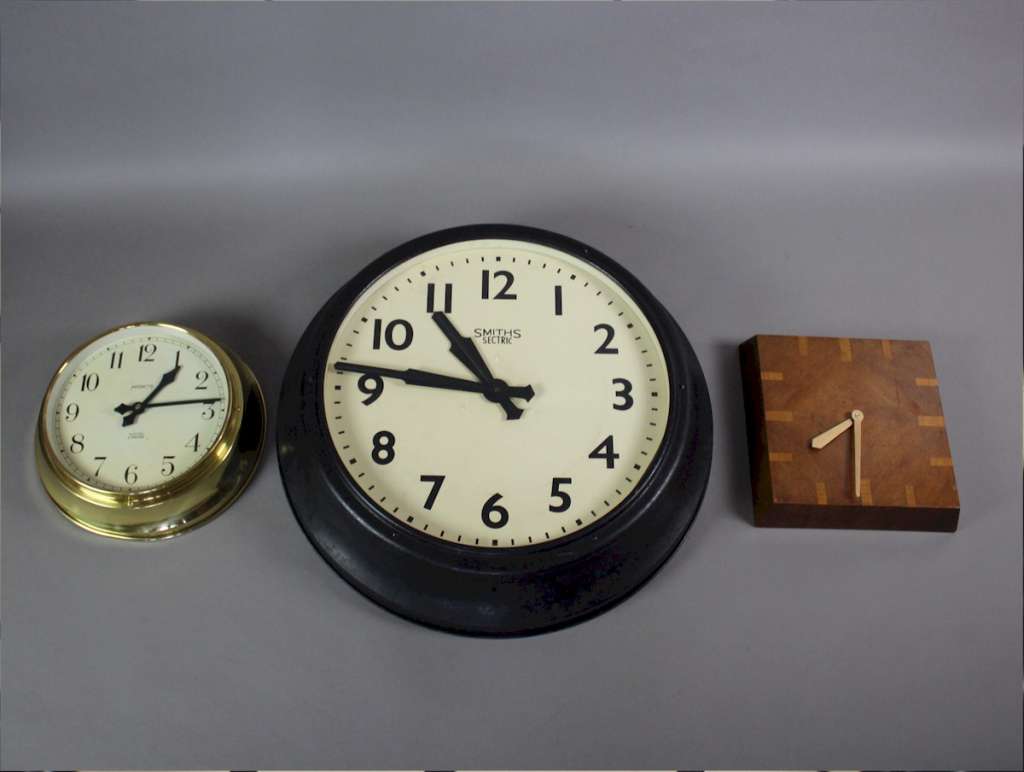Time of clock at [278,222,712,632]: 10:46
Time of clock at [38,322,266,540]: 1:13
